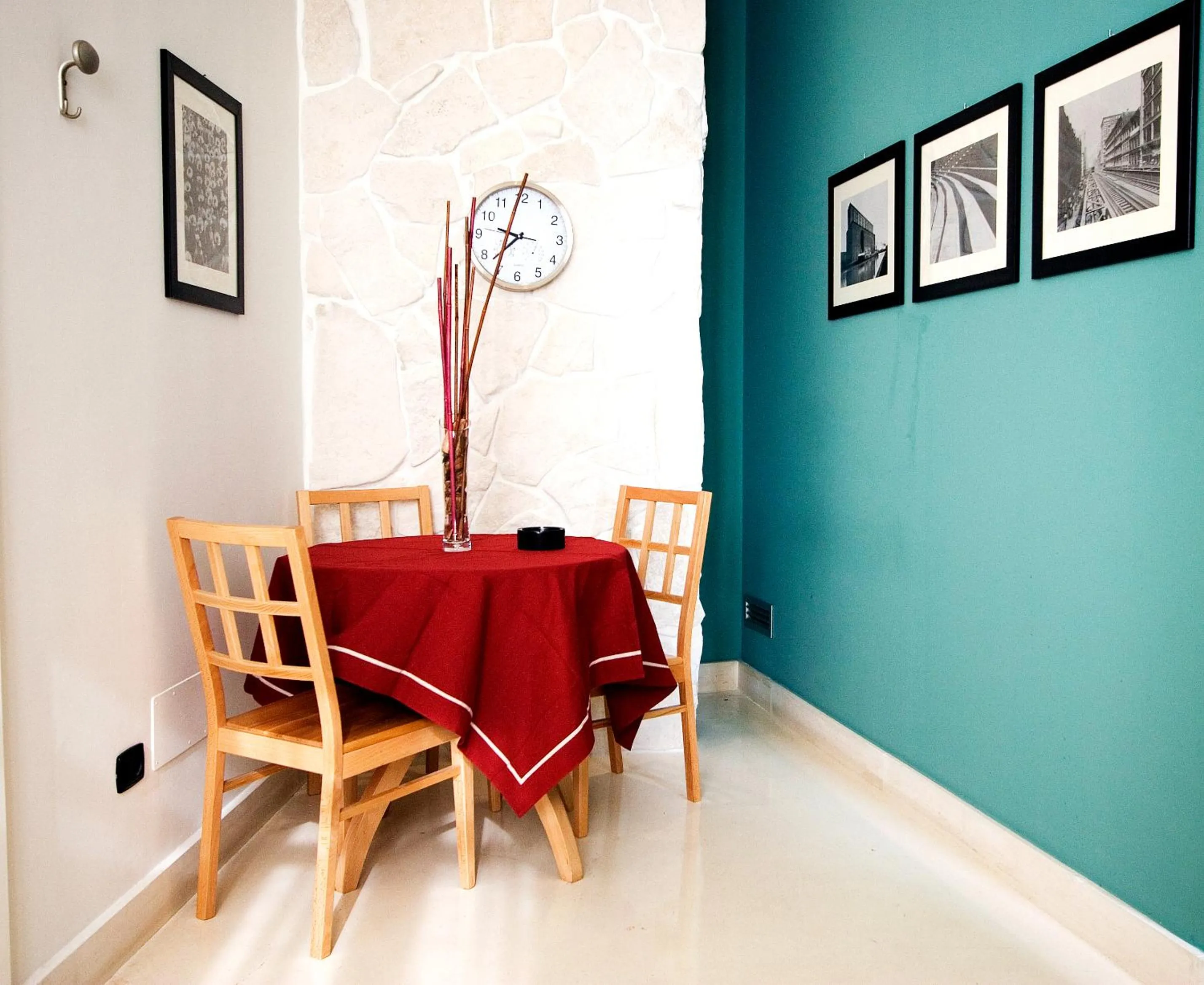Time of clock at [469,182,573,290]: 9:38
